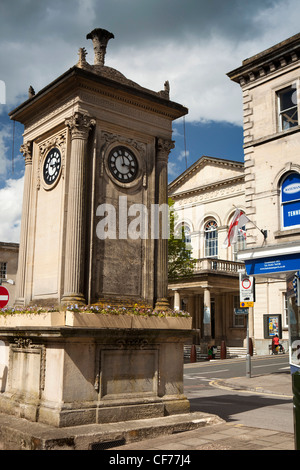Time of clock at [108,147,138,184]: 2:58
